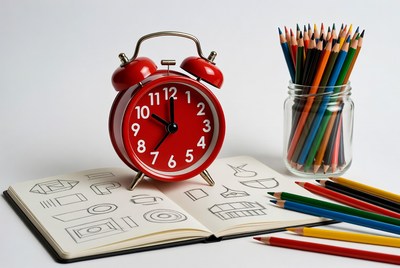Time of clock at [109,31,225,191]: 10:00
